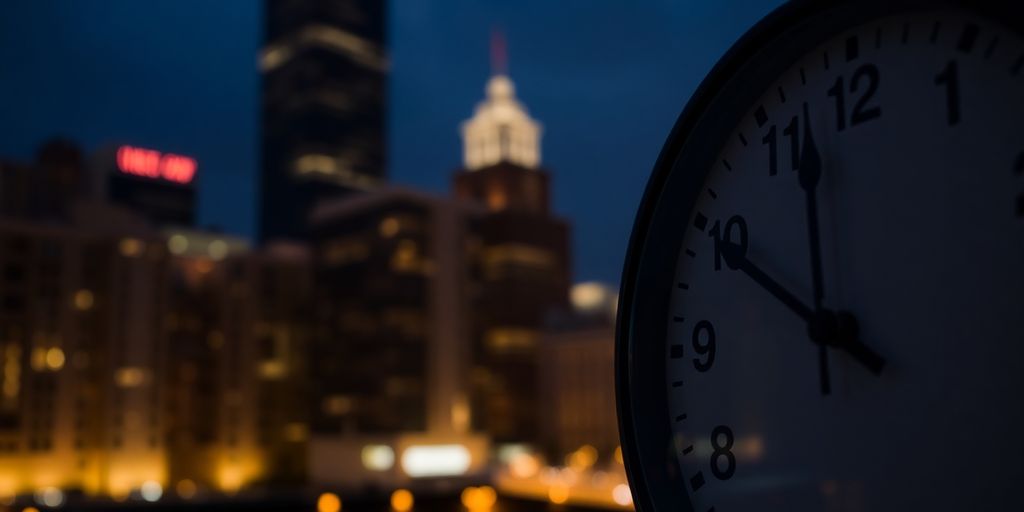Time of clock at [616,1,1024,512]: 9:57
